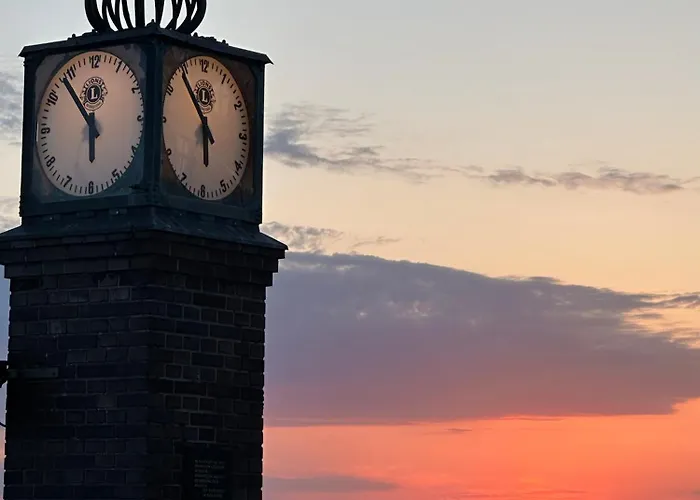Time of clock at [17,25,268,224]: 5:53
